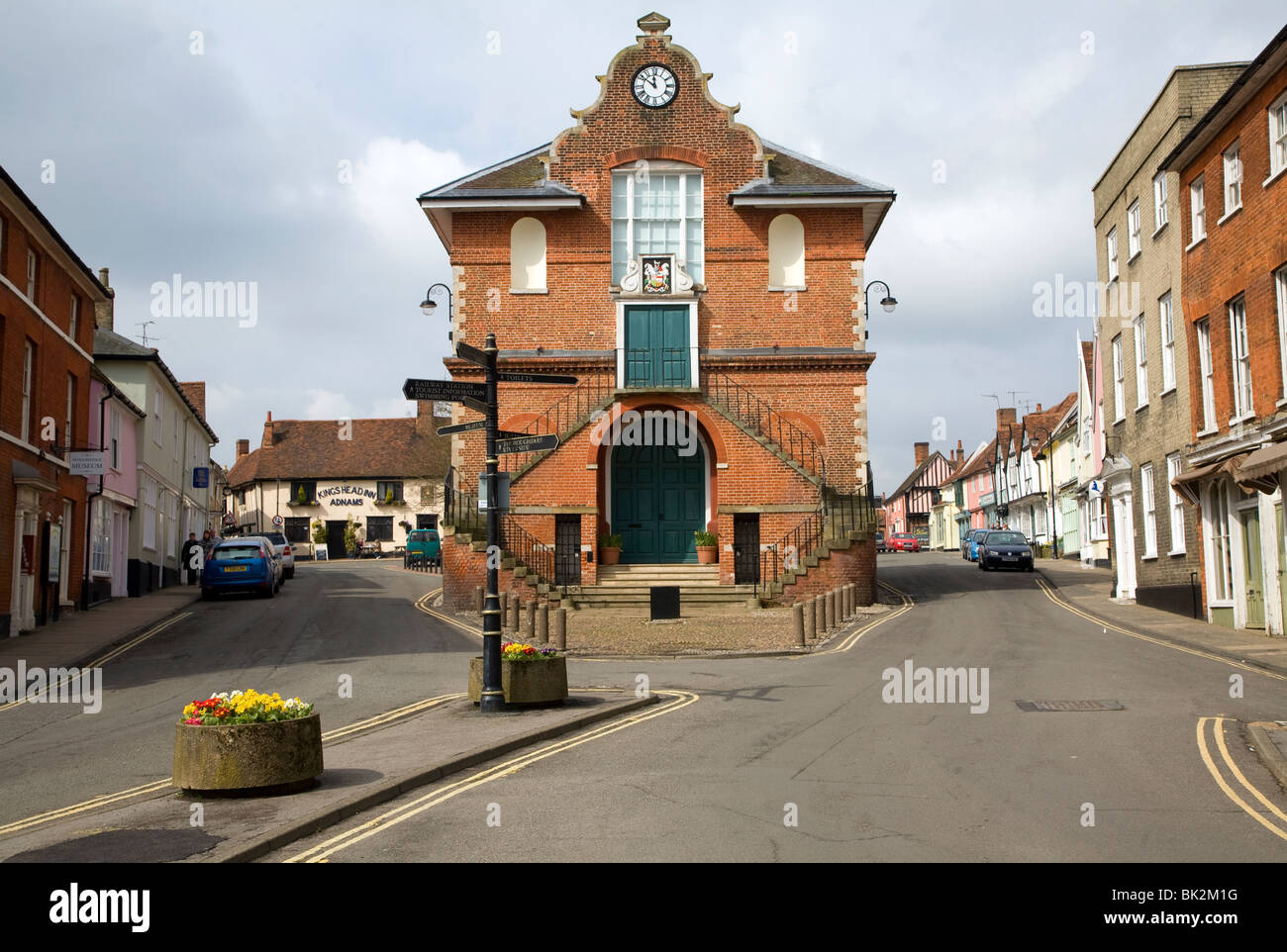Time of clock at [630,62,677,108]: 11:51
